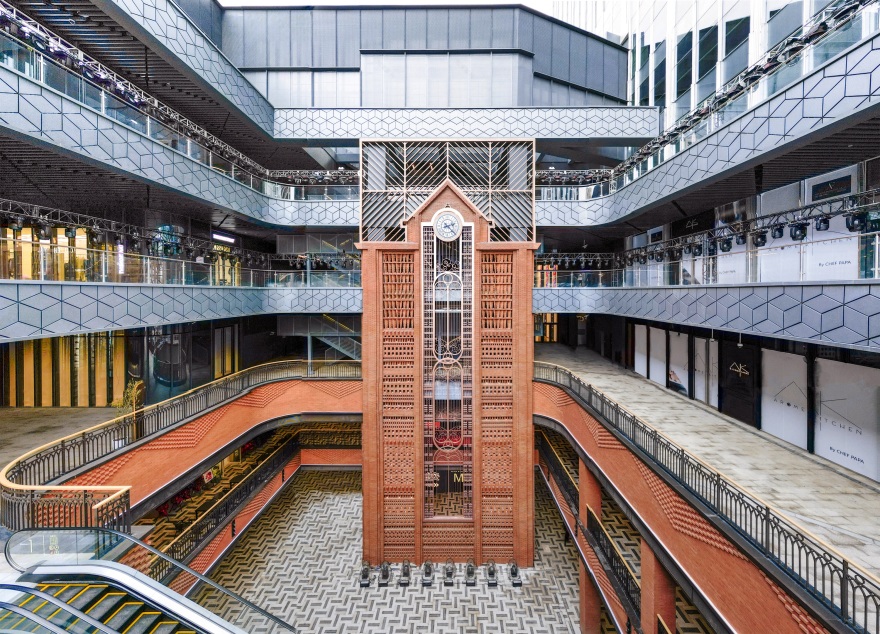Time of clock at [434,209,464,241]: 2:21
